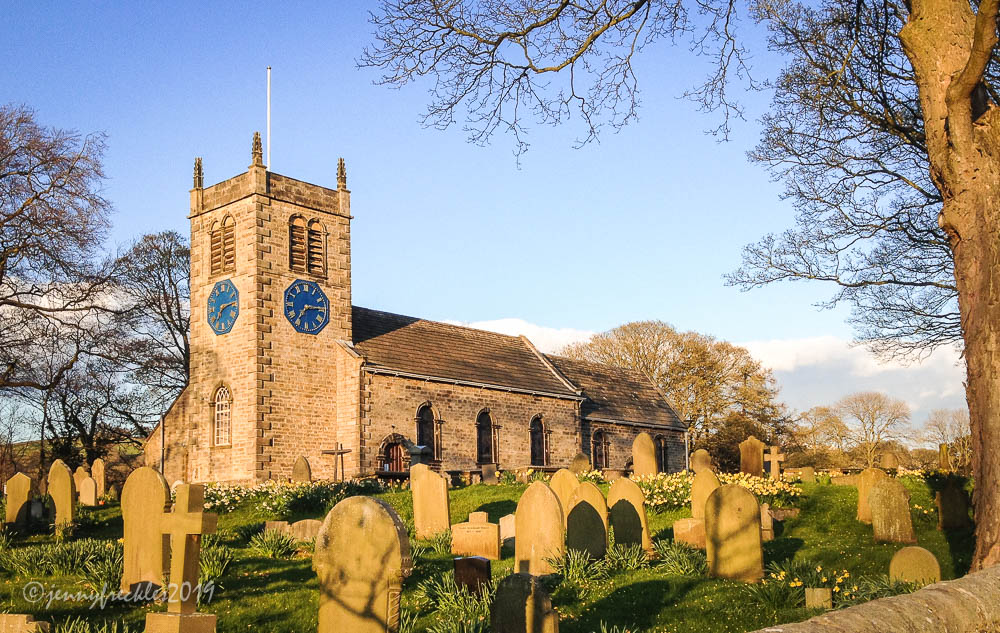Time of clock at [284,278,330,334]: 7:14
